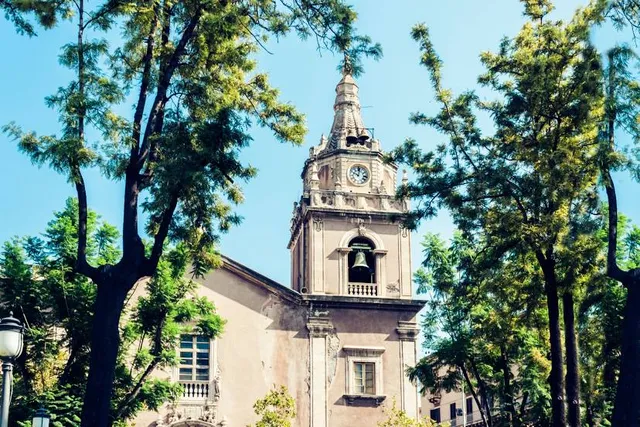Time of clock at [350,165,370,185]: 10:02
